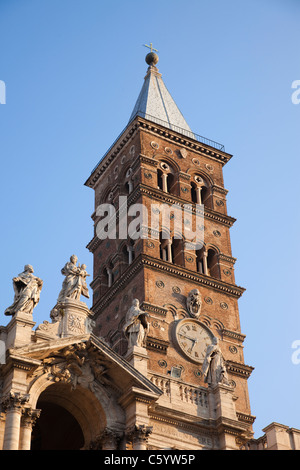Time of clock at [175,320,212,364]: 6:46
